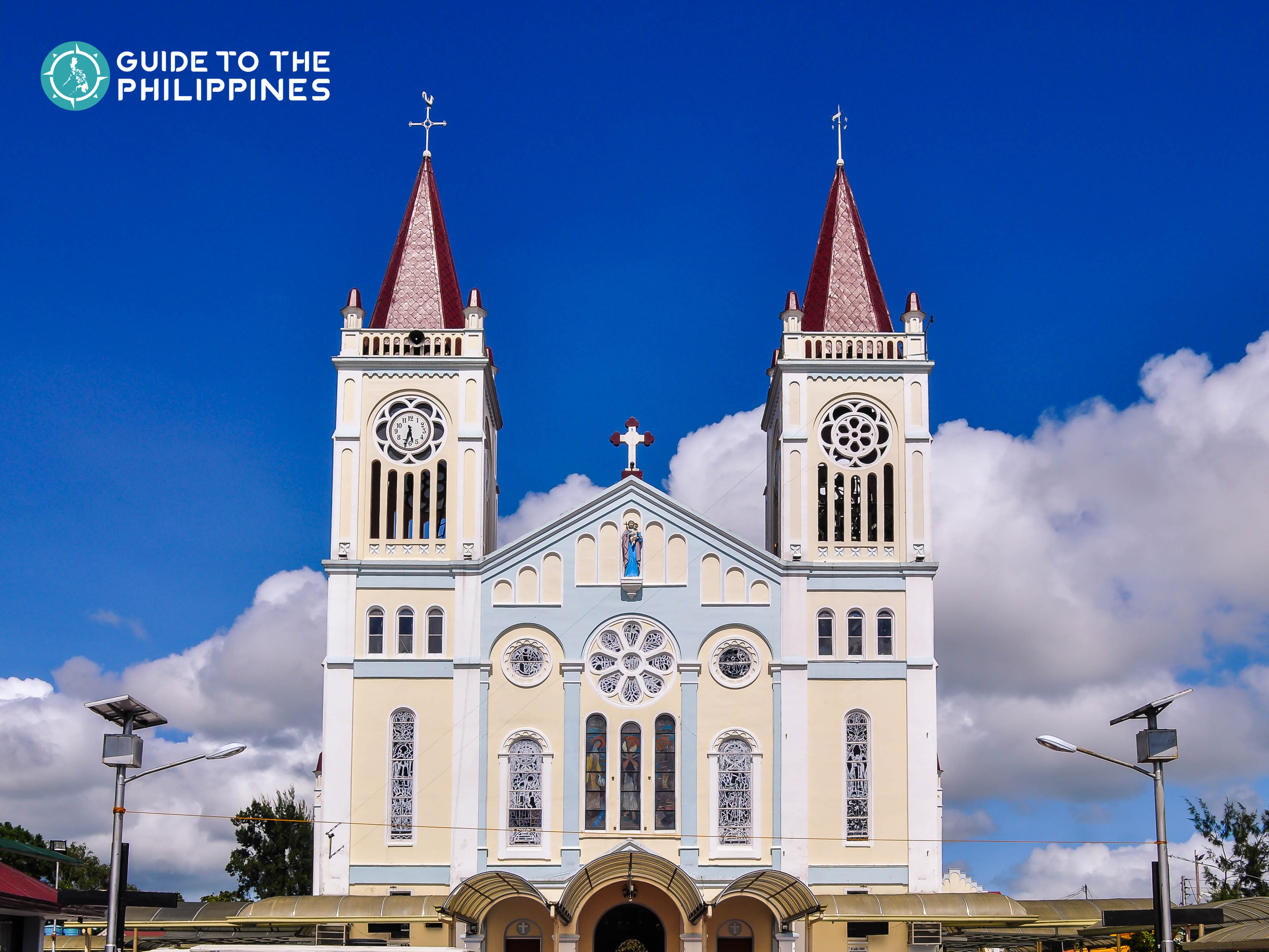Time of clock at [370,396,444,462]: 5:32
